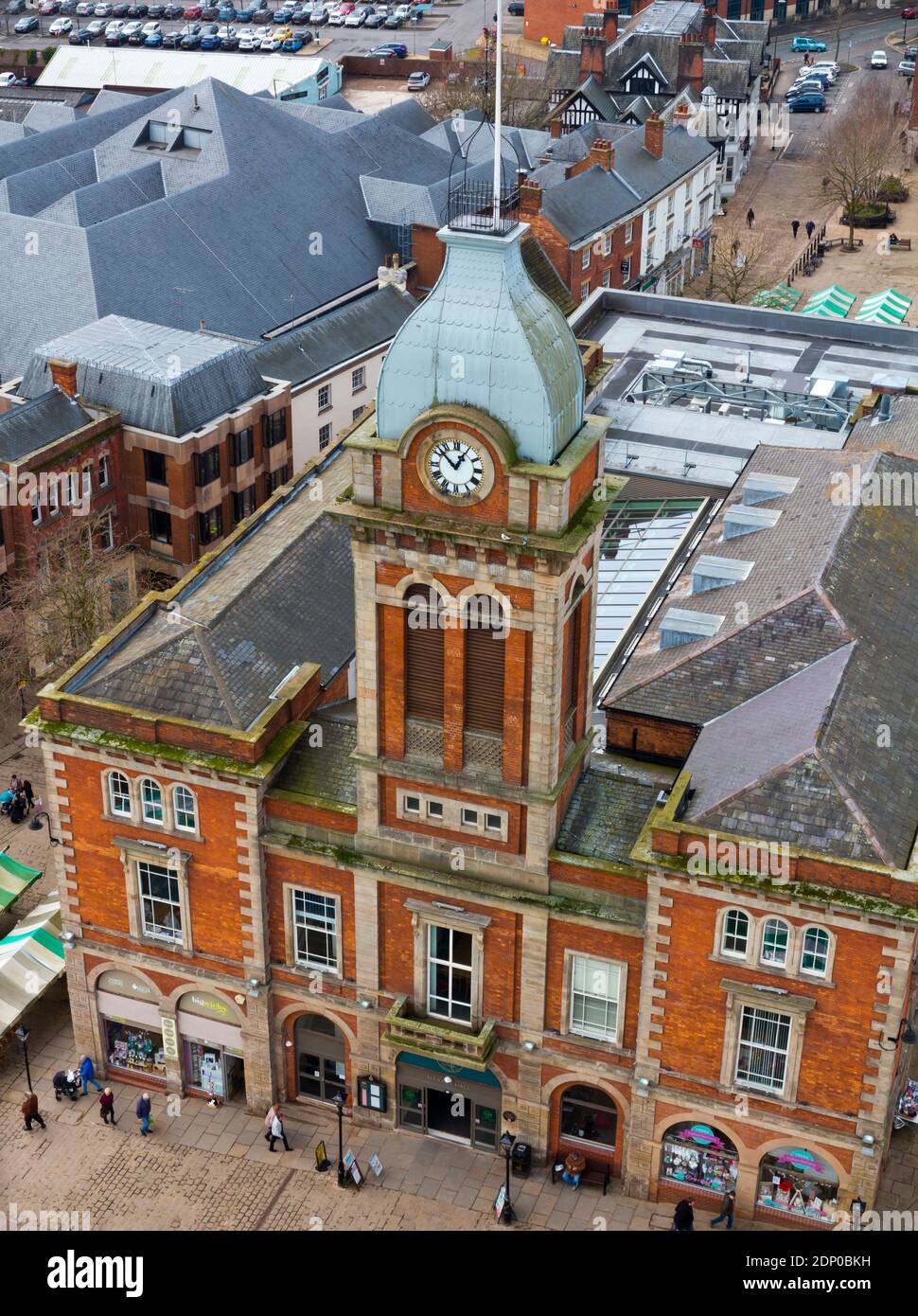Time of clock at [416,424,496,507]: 12:52
